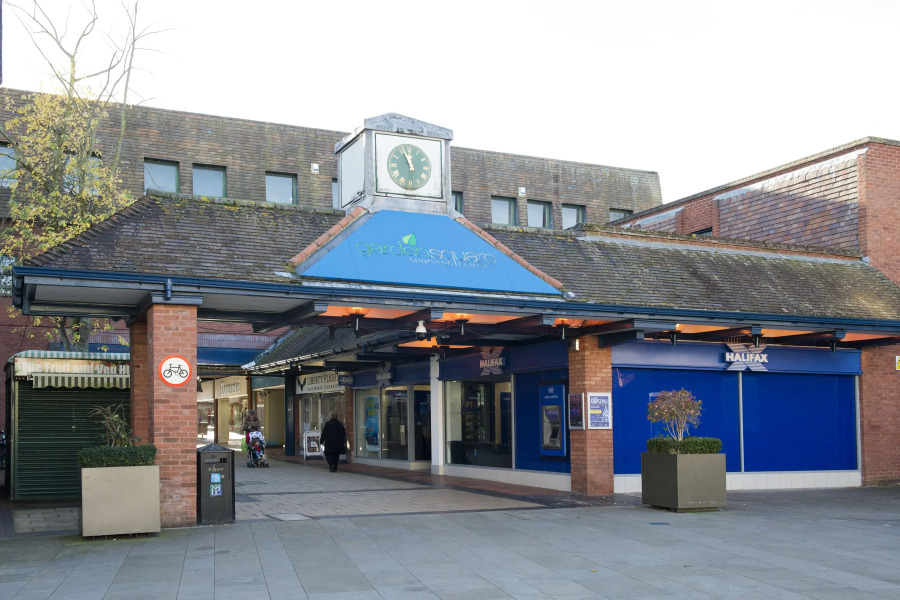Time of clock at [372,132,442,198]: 11:56
